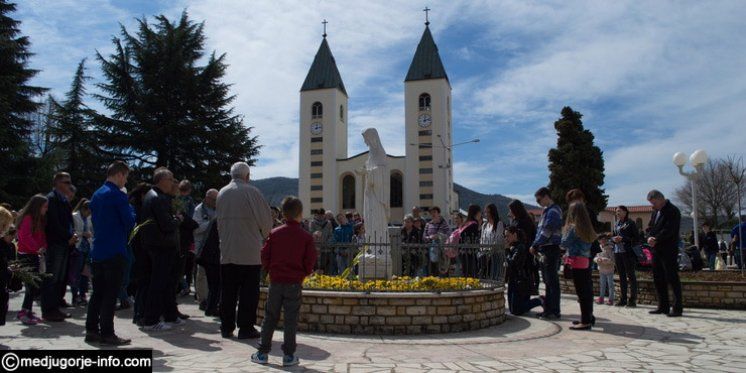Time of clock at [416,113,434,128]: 12:12
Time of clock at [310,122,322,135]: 12:12
